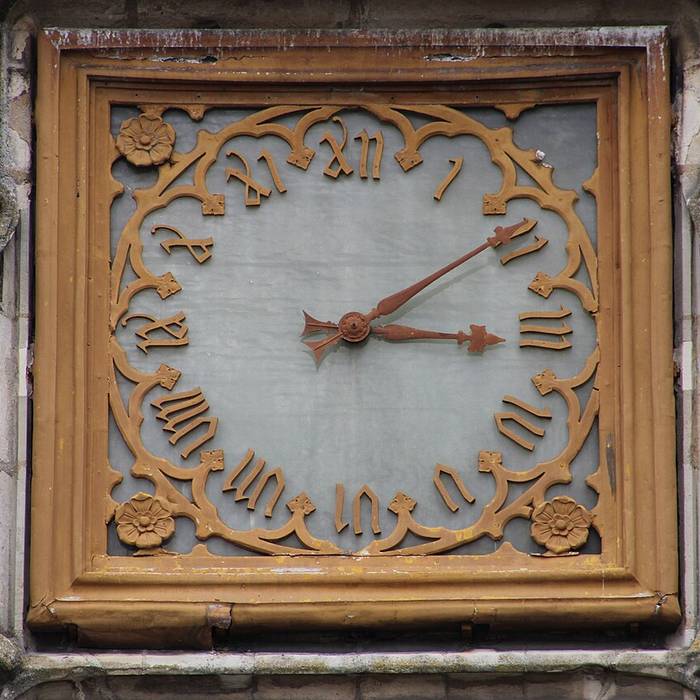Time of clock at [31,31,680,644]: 3:09
